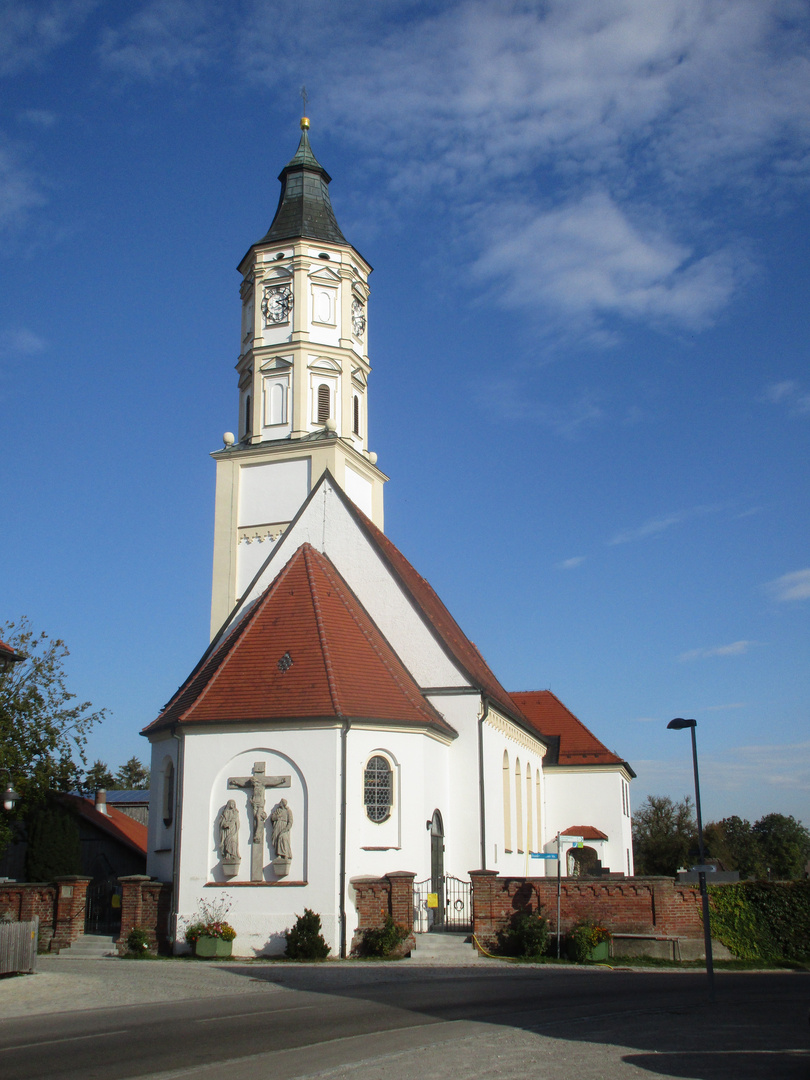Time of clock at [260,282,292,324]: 2:19
